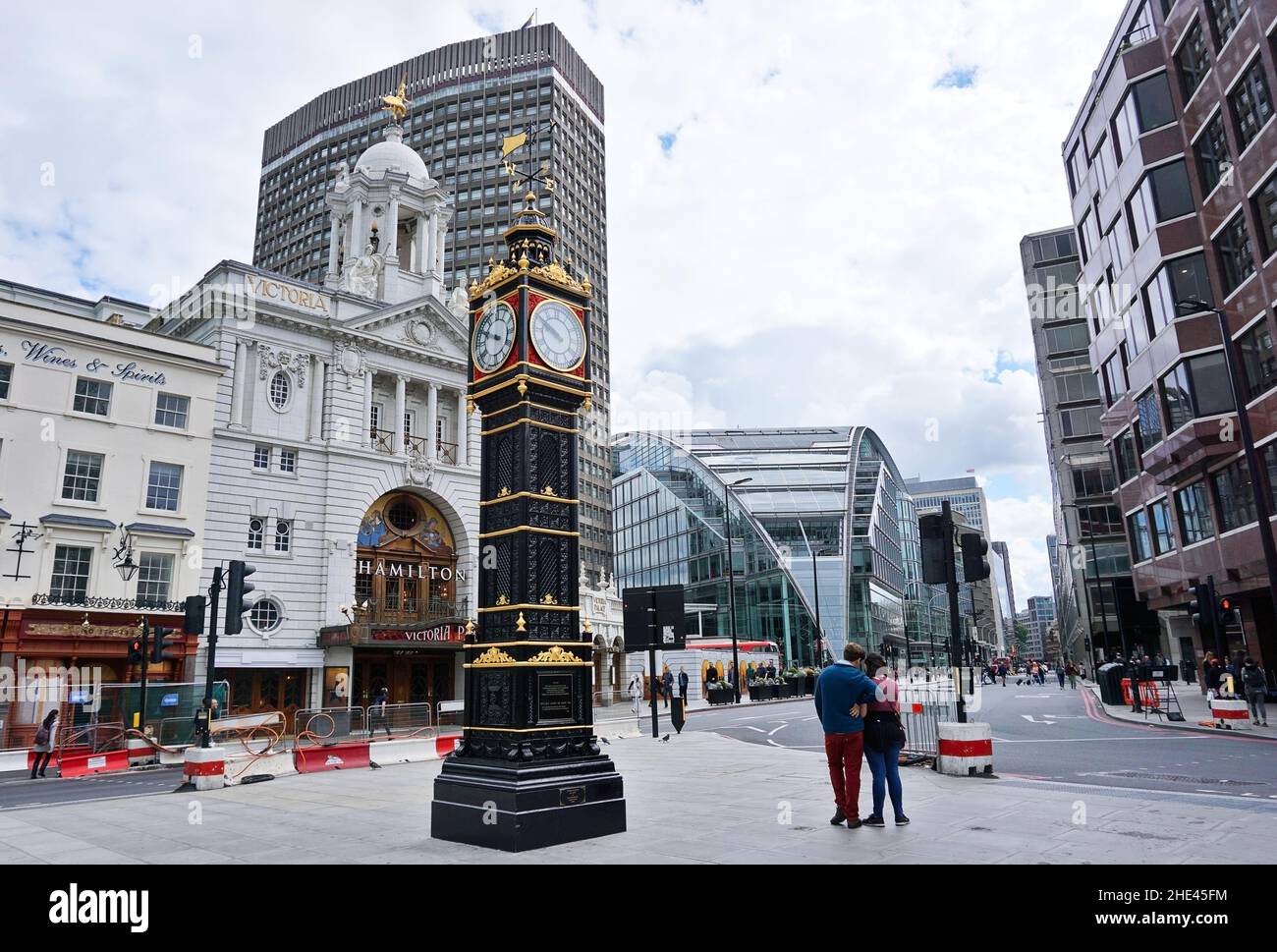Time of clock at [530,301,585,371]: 9:50
